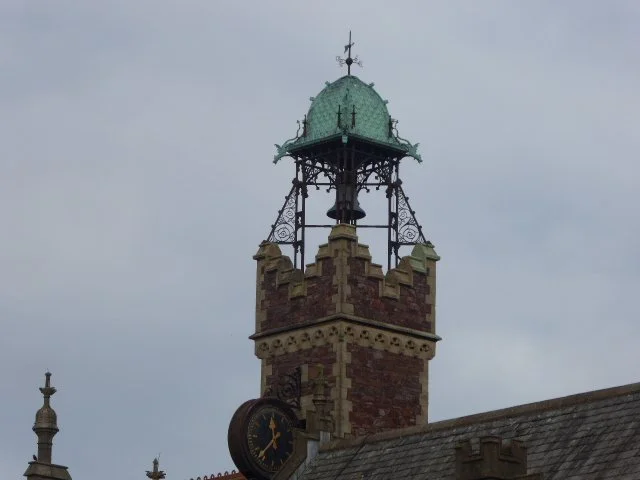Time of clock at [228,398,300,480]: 11:37
